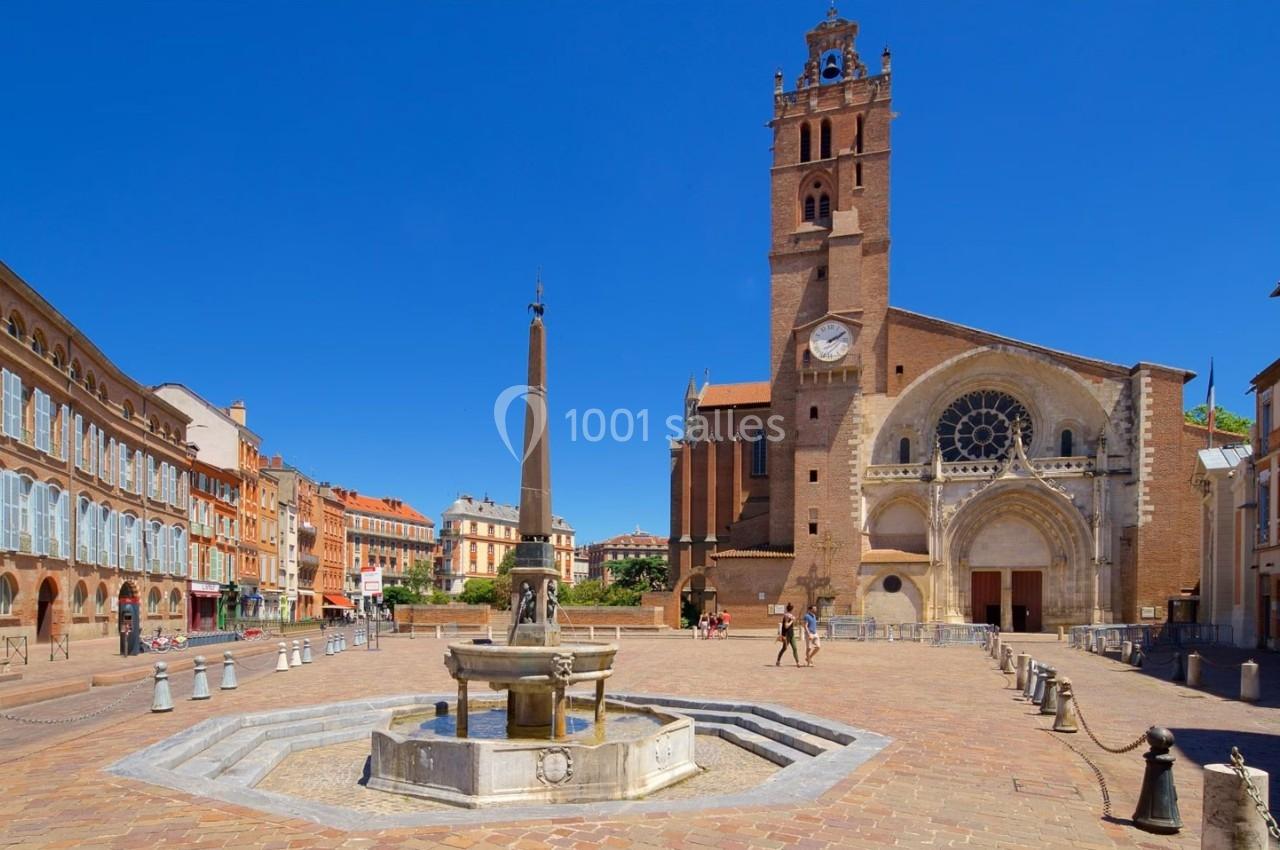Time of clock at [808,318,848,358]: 2:09
